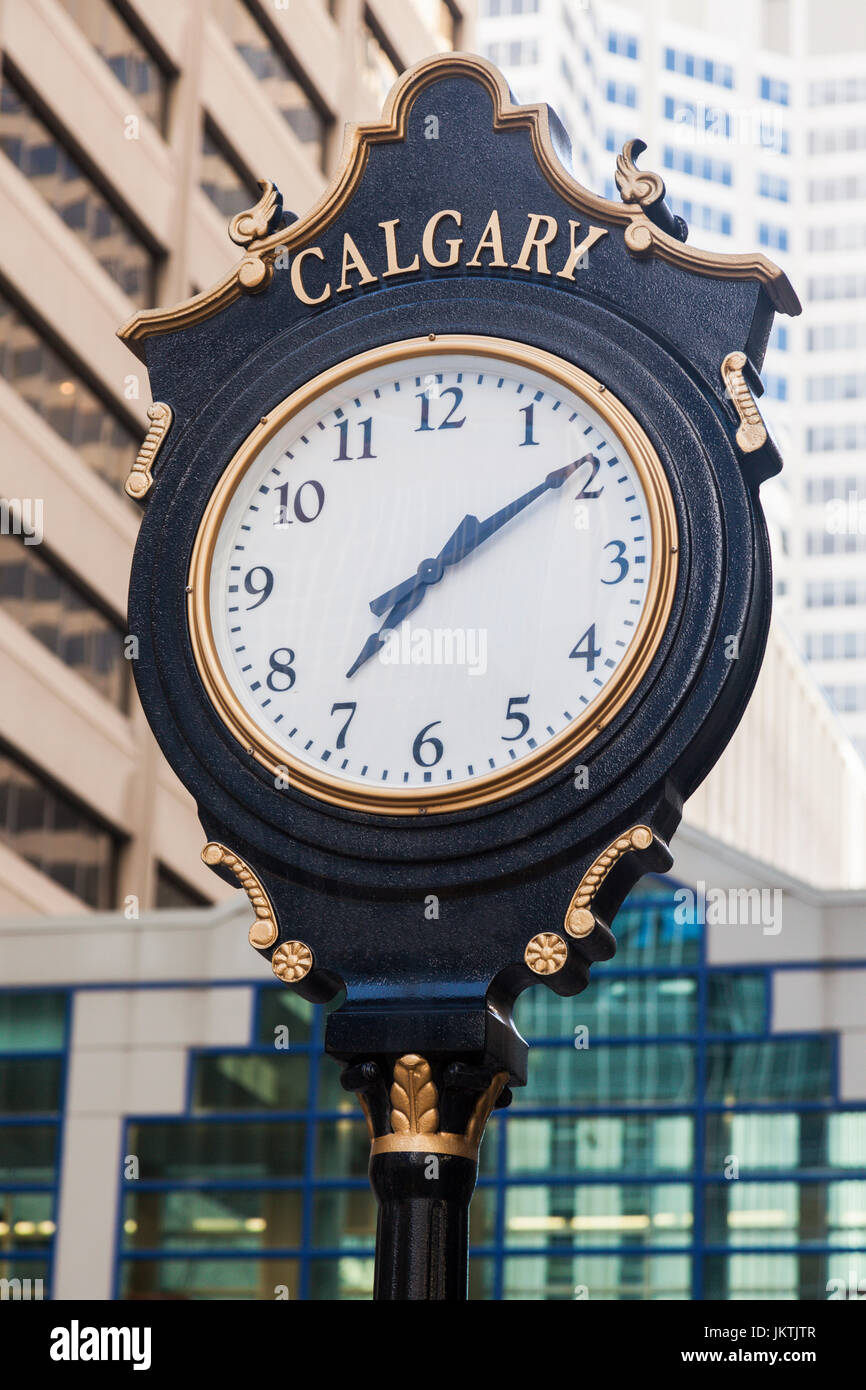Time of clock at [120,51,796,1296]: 7:09
